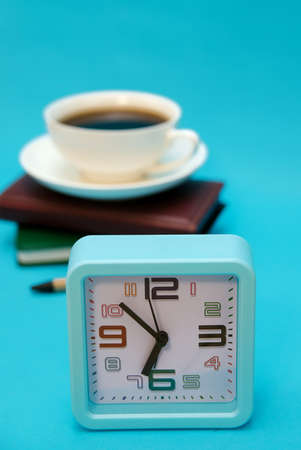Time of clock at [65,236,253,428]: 6:52
